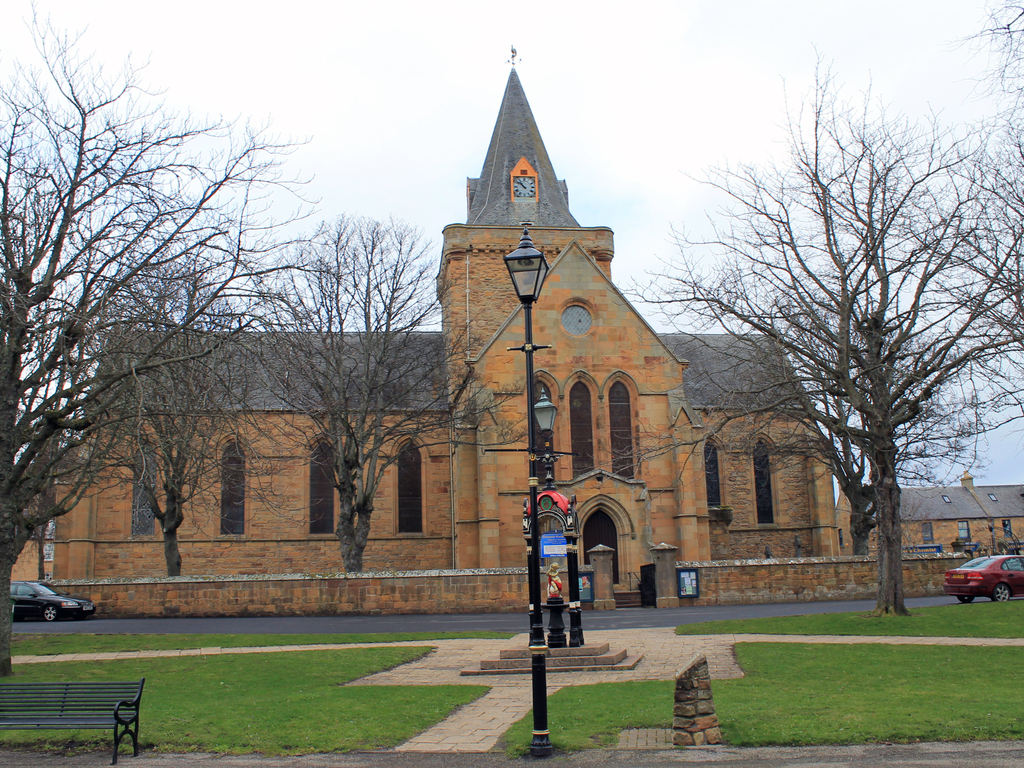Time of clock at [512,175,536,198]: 10:51
